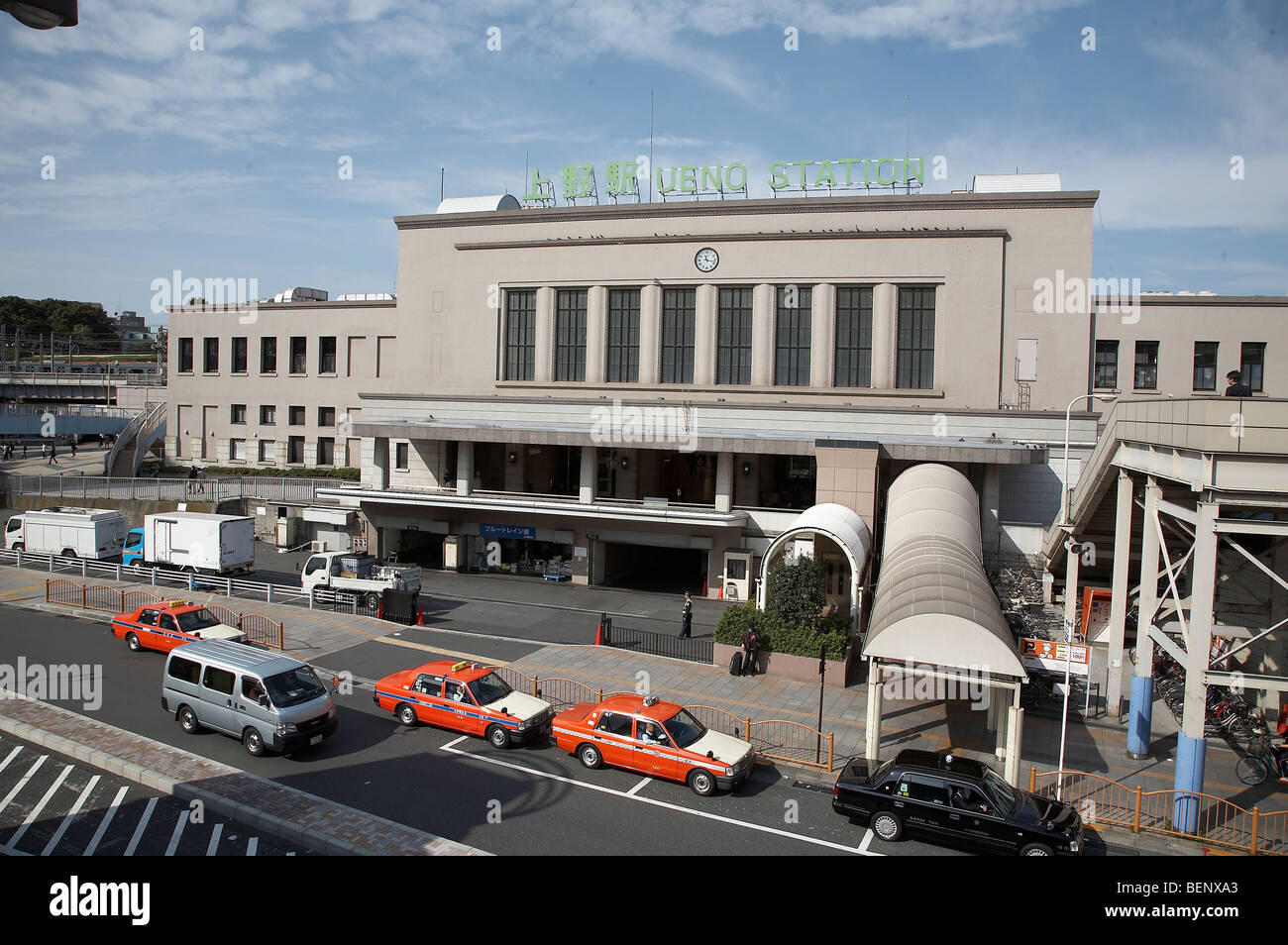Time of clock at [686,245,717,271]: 11:17
